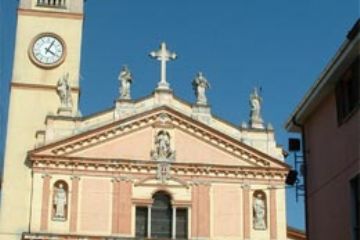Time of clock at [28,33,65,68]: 4:04
